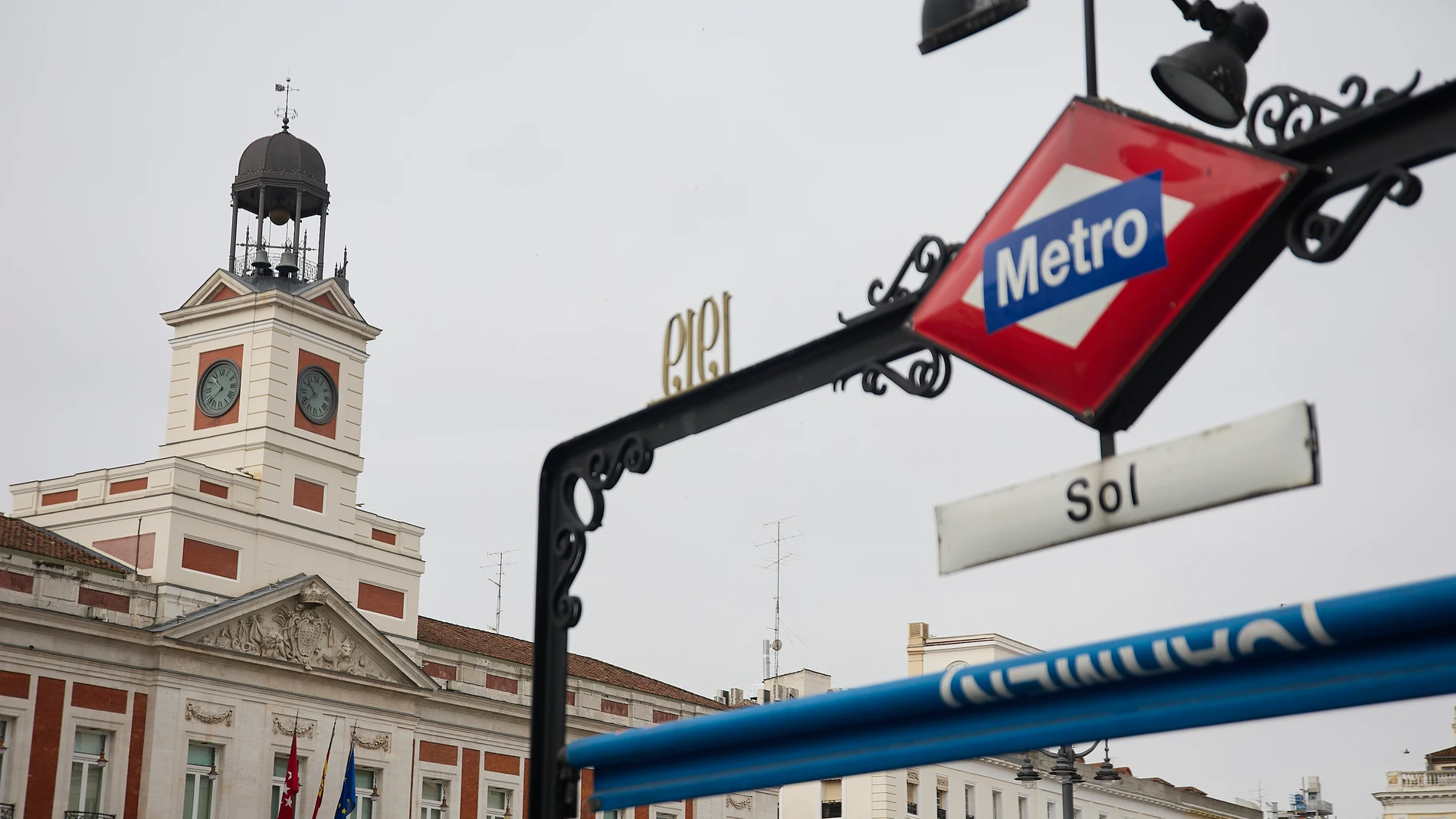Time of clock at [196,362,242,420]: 10:37
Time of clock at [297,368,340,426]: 10:38
